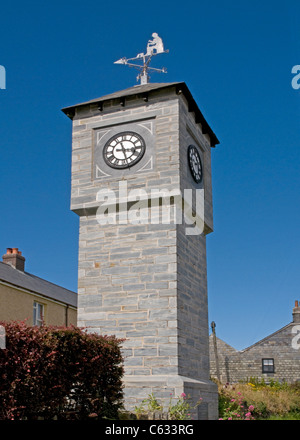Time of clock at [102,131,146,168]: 3:27
